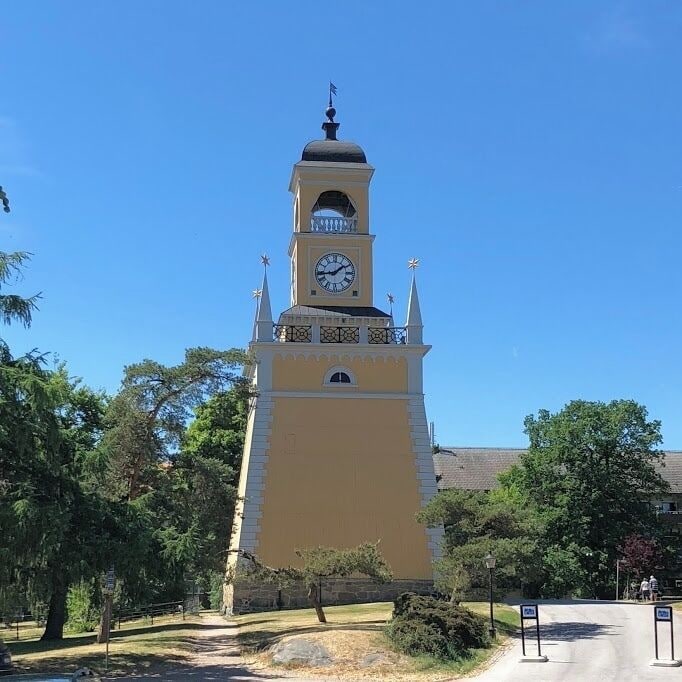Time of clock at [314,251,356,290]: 1:43
